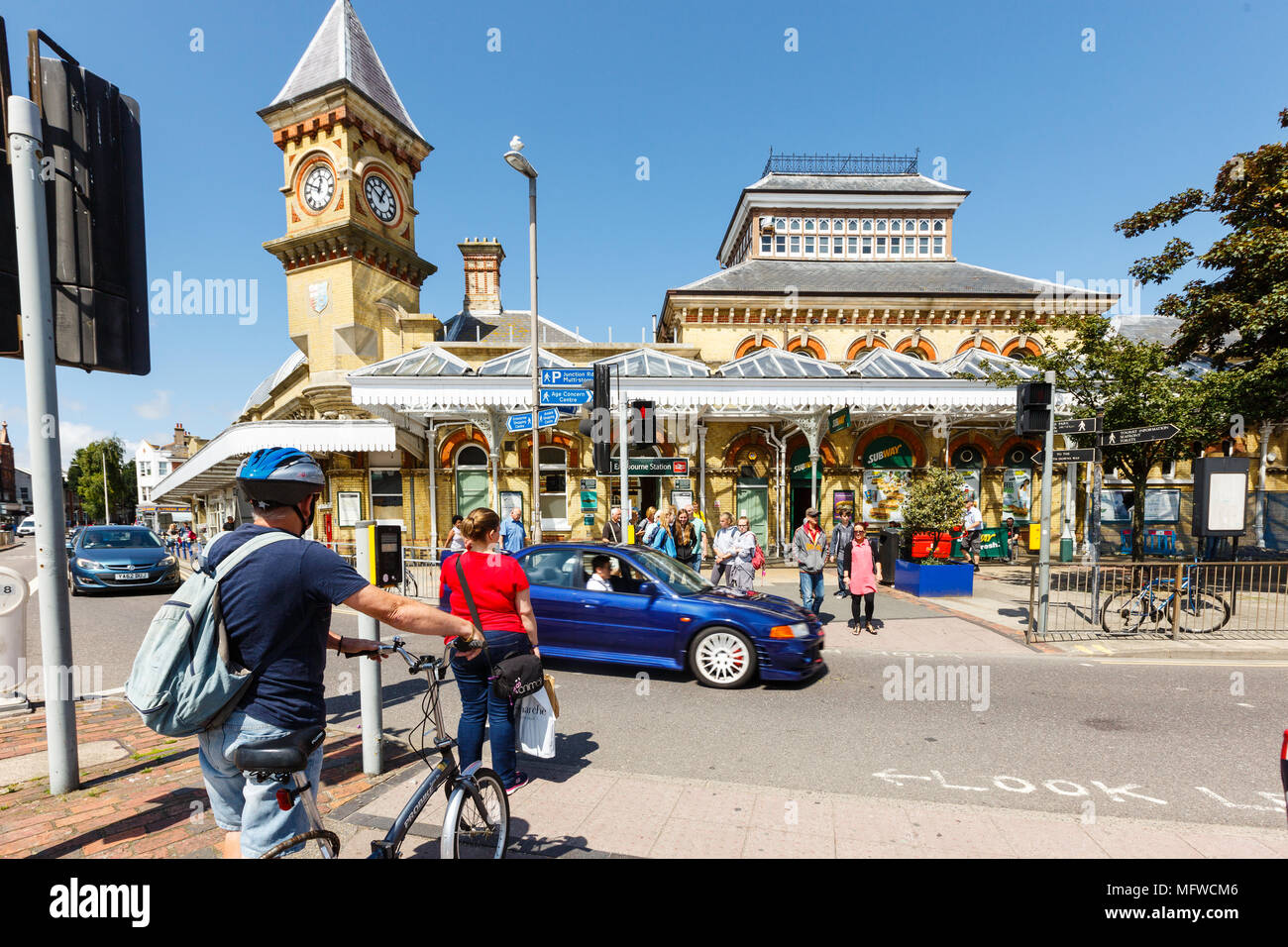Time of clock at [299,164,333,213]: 12:49
